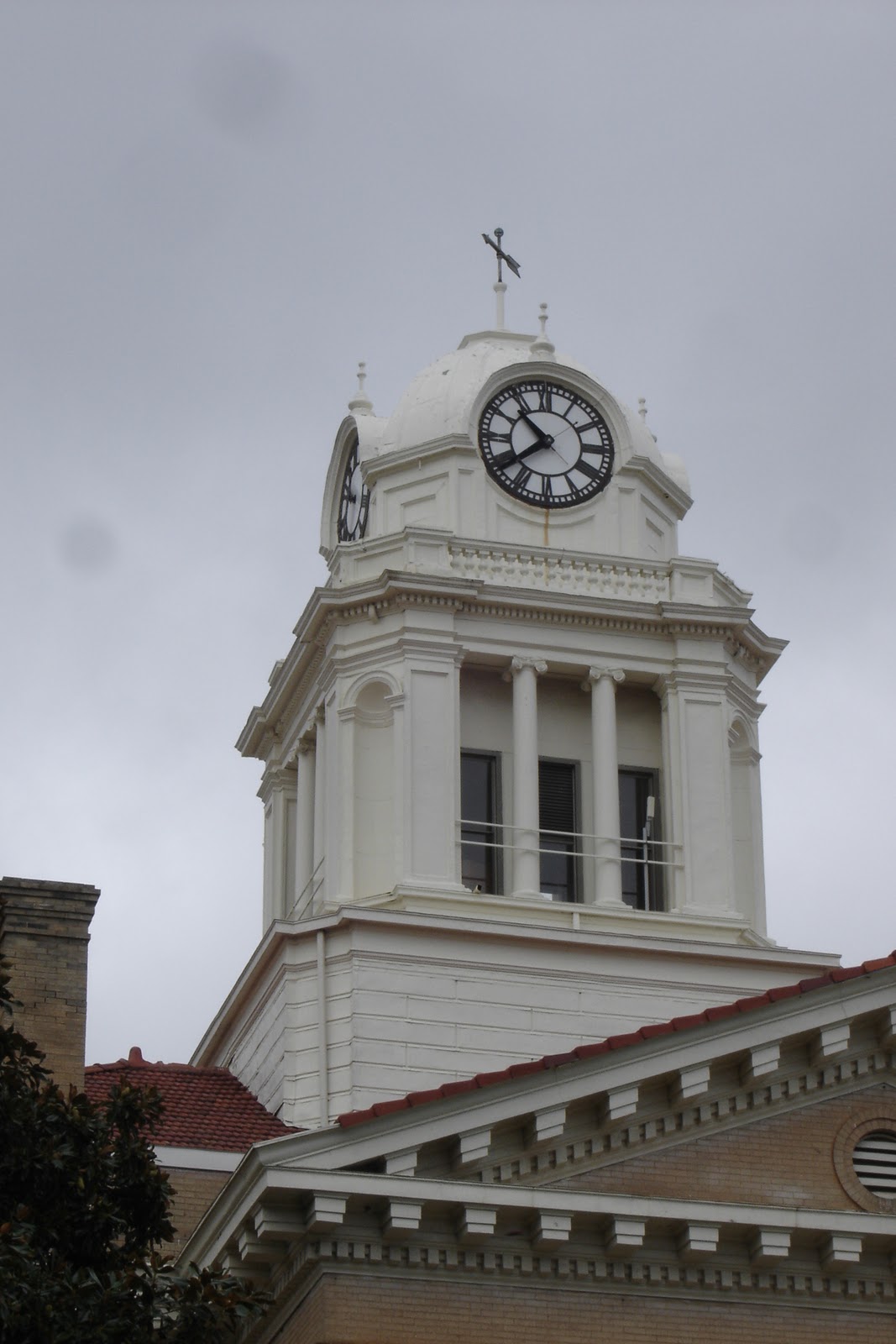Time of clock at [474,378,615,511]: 10:38
